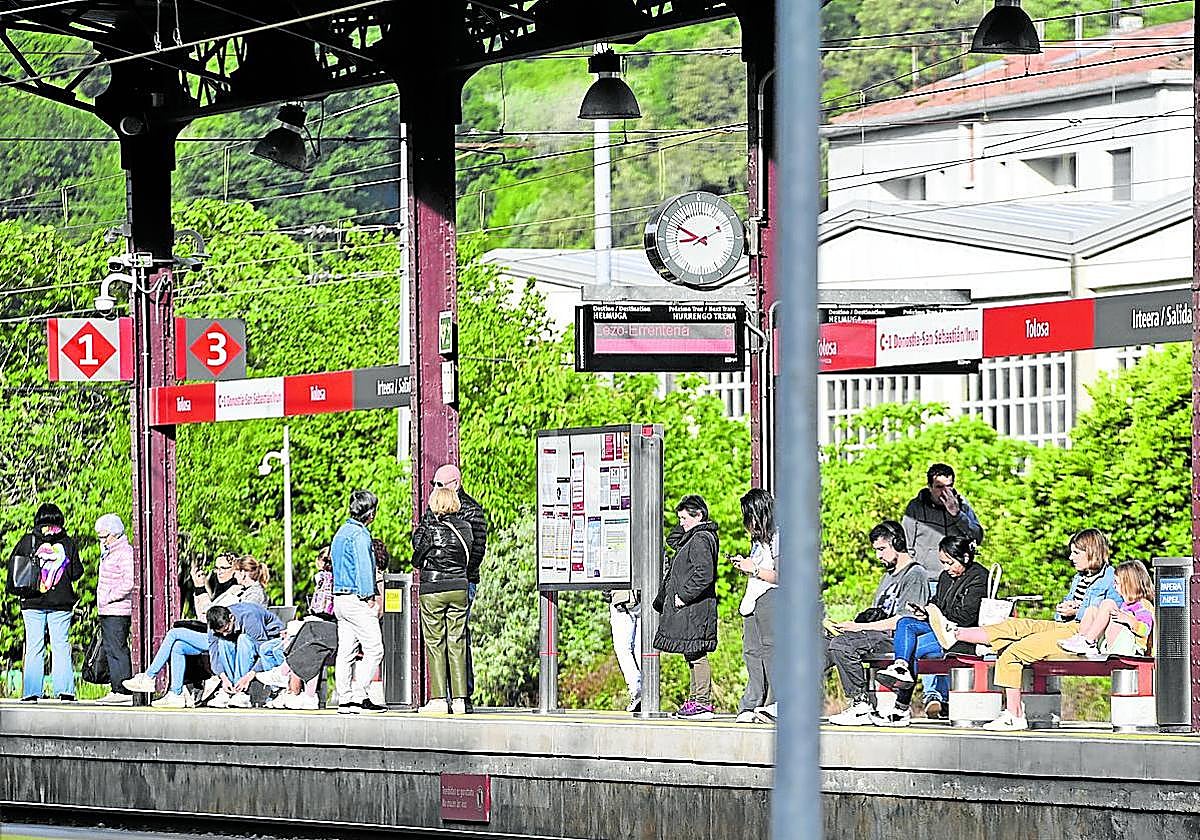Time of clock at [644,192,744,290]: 8:49
